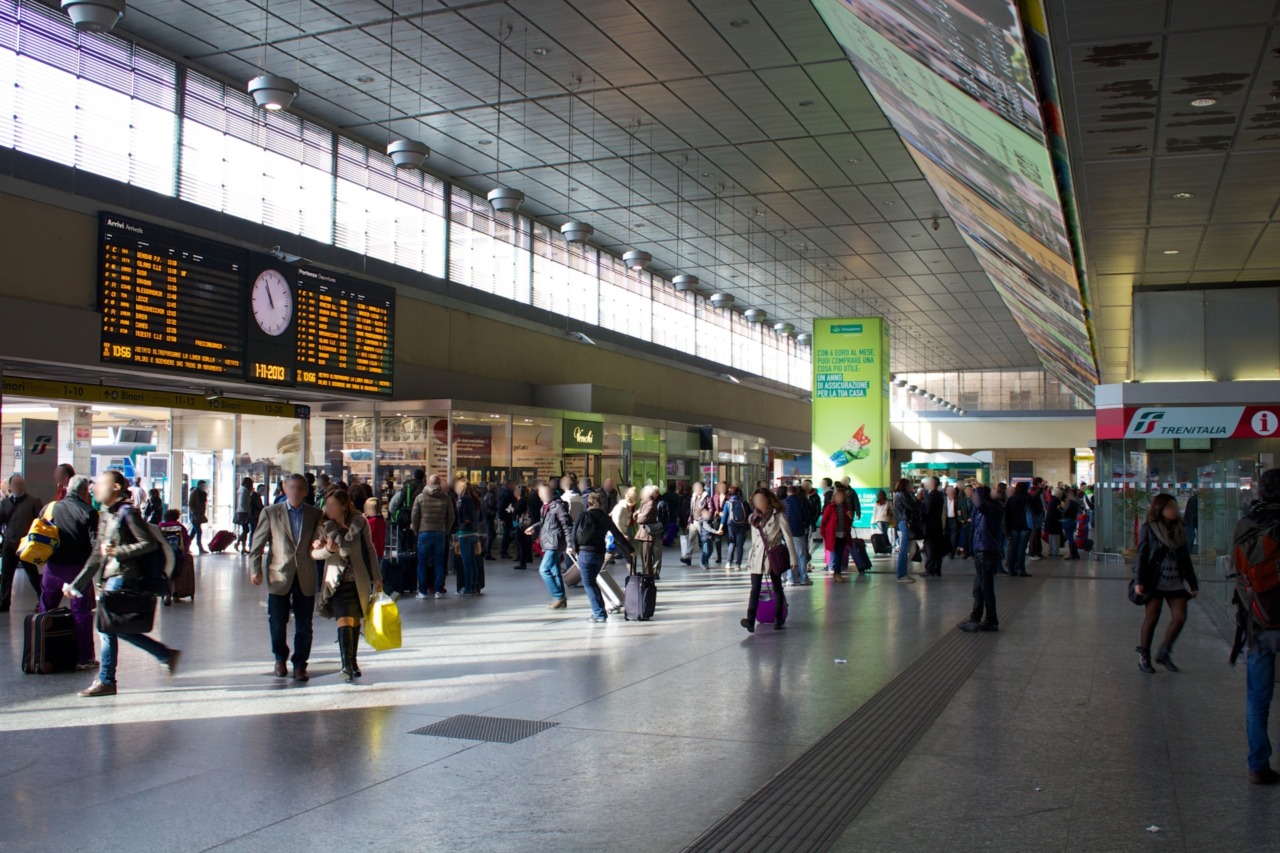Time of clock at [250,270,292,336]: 10:56
